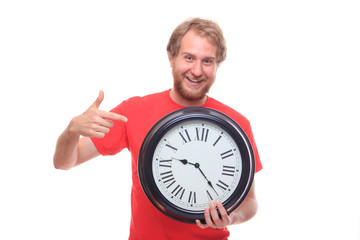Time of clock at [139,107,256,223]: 9:22
